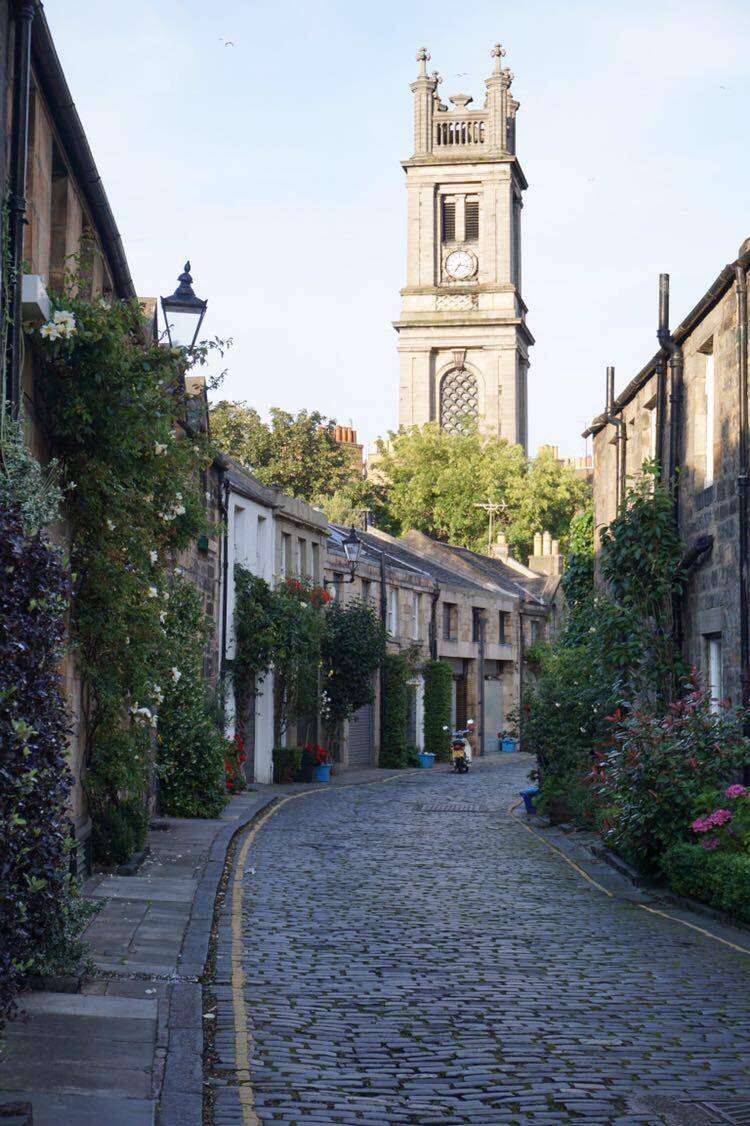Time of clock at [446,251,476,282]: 7:17
